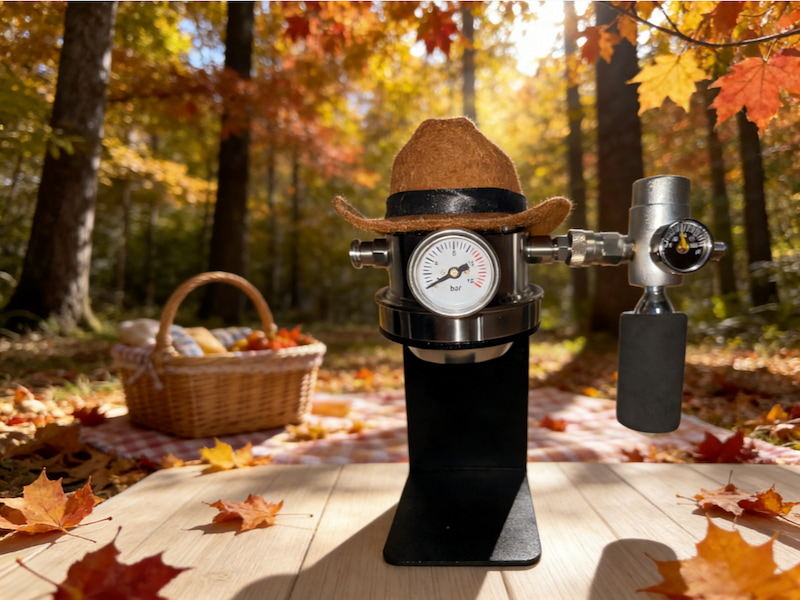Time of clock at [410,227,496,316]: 2:40
